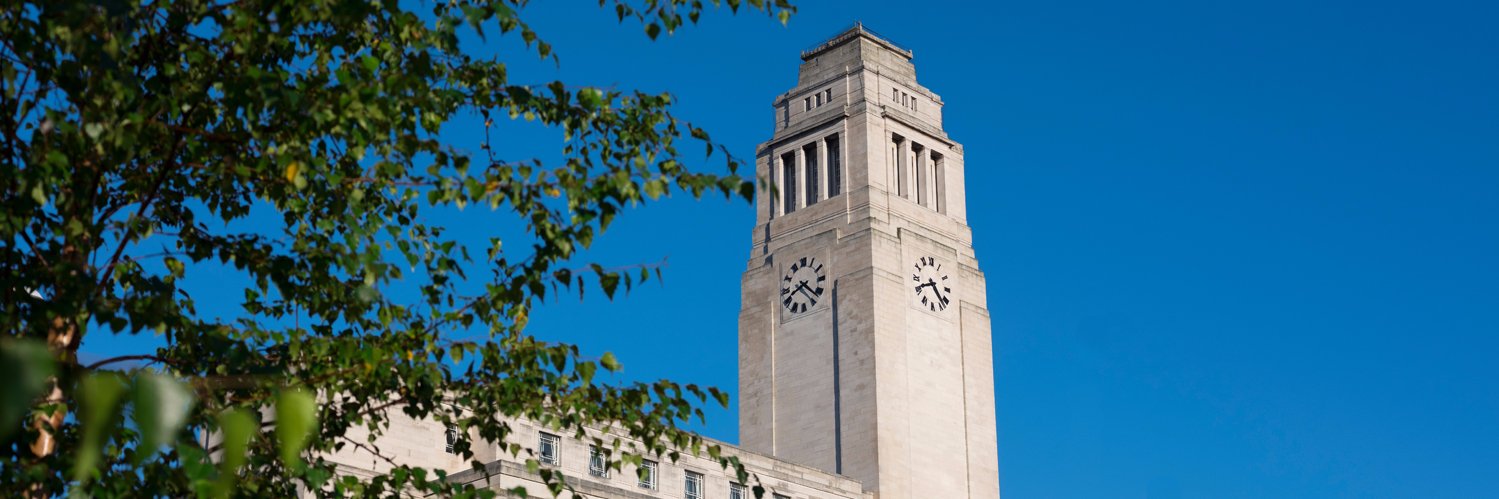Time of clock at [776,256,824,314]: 8:21
